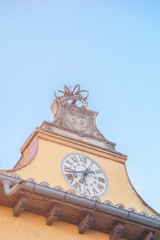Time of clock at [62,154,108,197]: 6:42
